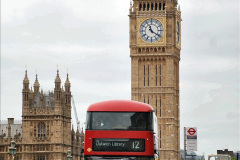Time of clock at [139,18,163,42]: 11:20
